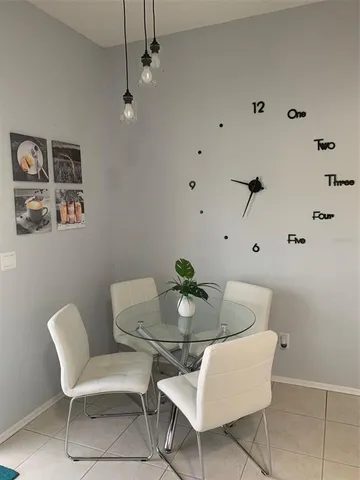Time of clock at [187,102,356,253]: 3:33
